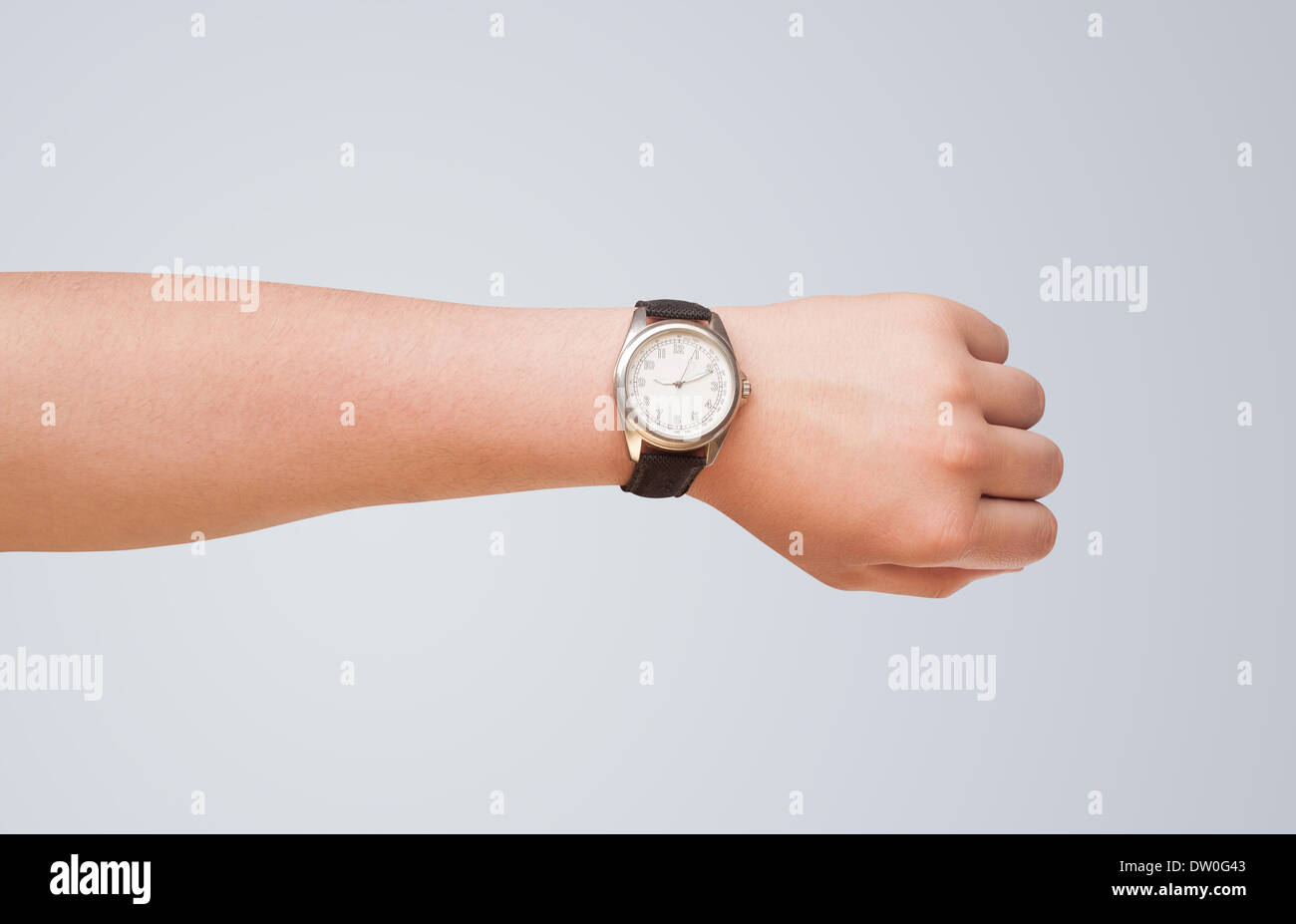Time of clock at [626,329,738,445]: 9:11
